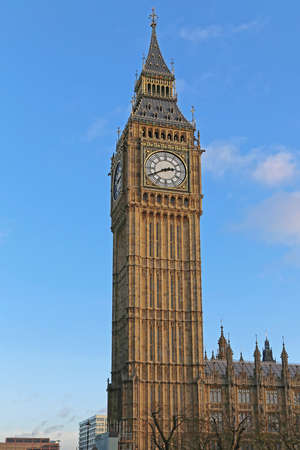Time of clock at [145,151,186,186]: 2:40
